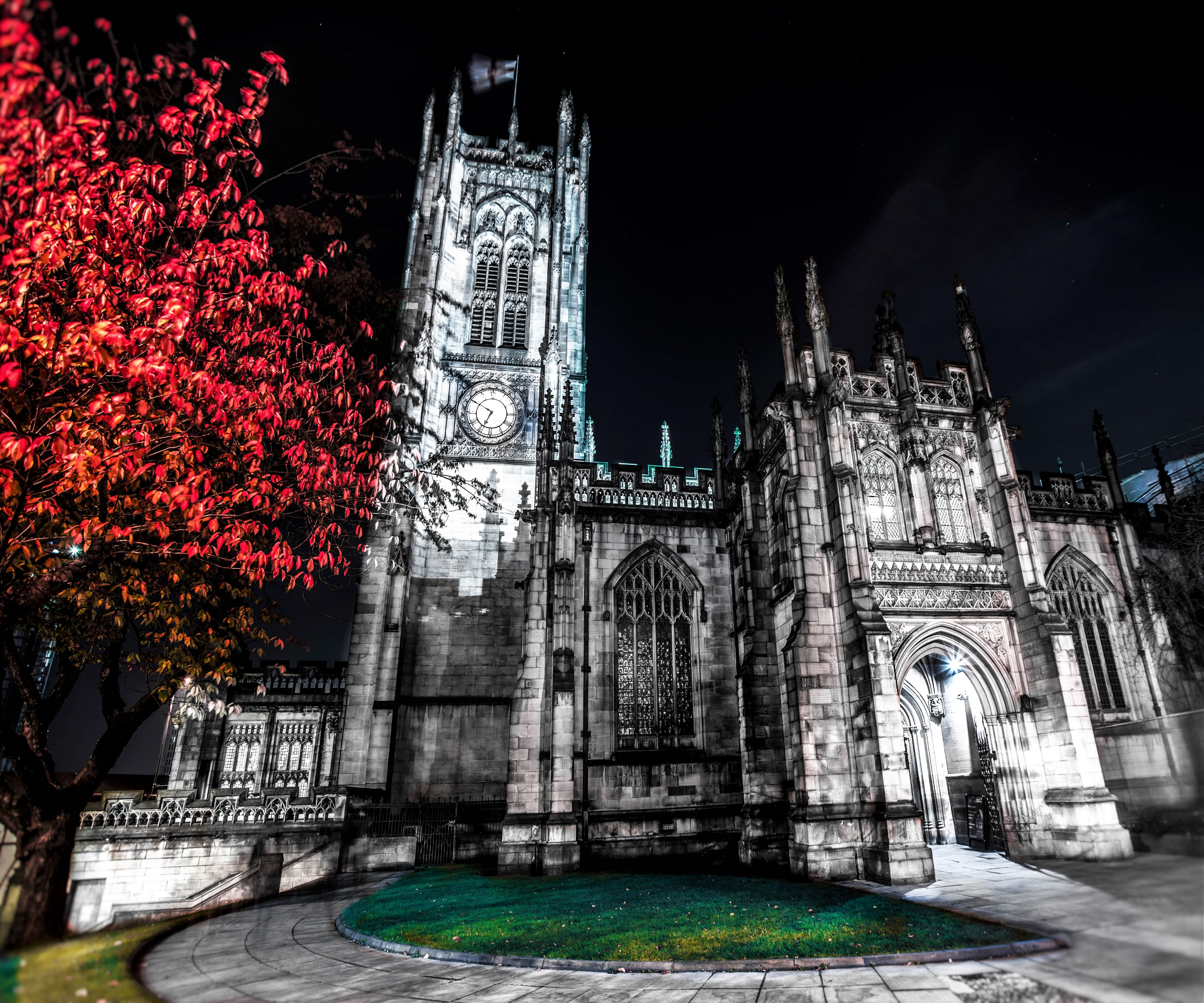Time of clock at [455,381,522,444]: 6:50
